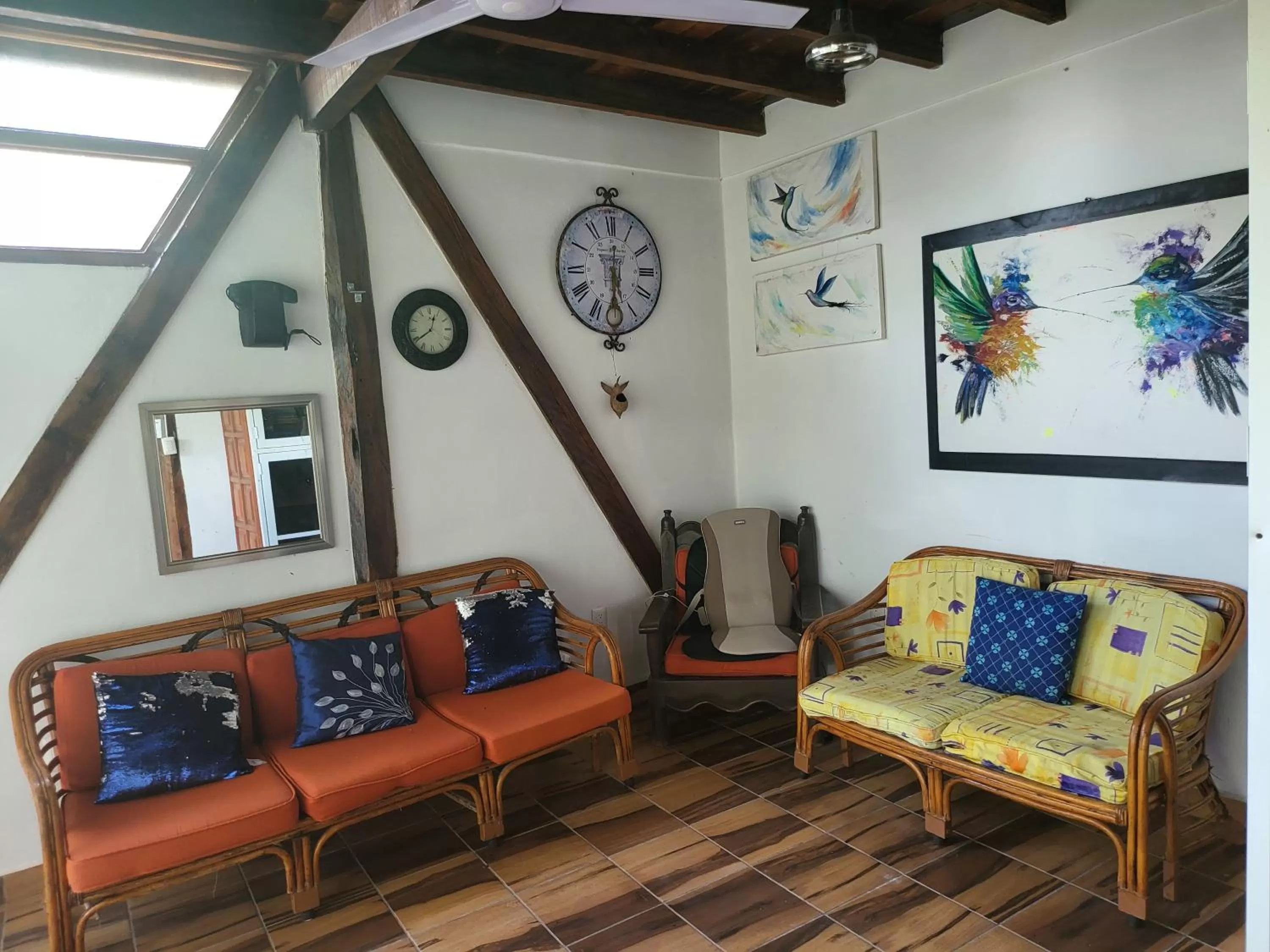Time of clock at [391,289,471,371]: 12:39
